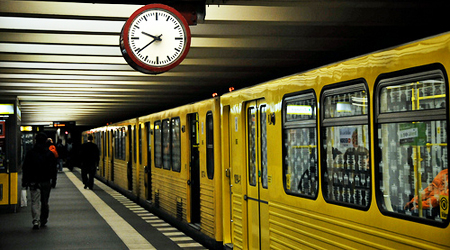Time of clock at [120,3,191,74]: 9:39
